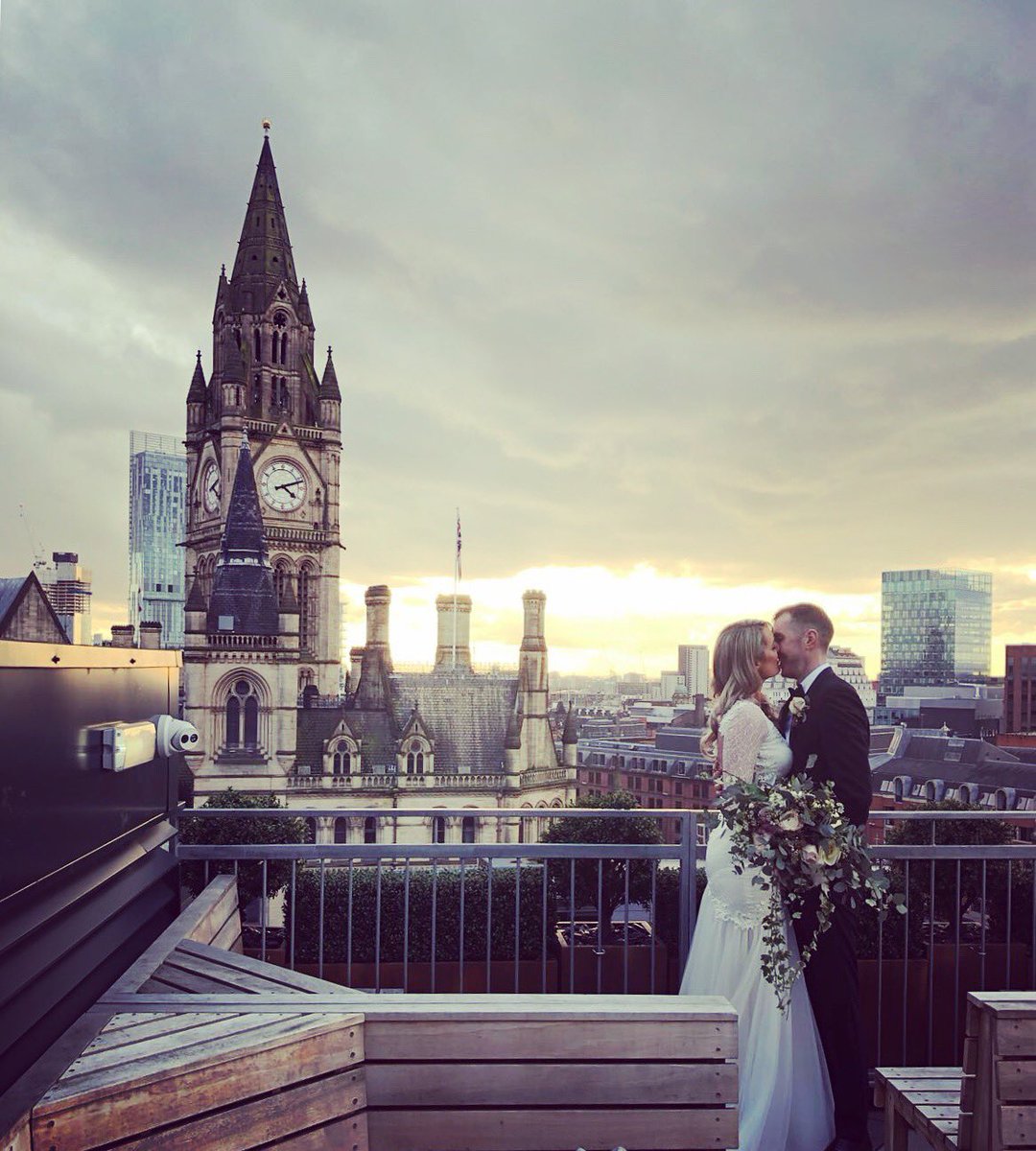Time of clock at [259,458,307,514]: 4:11
